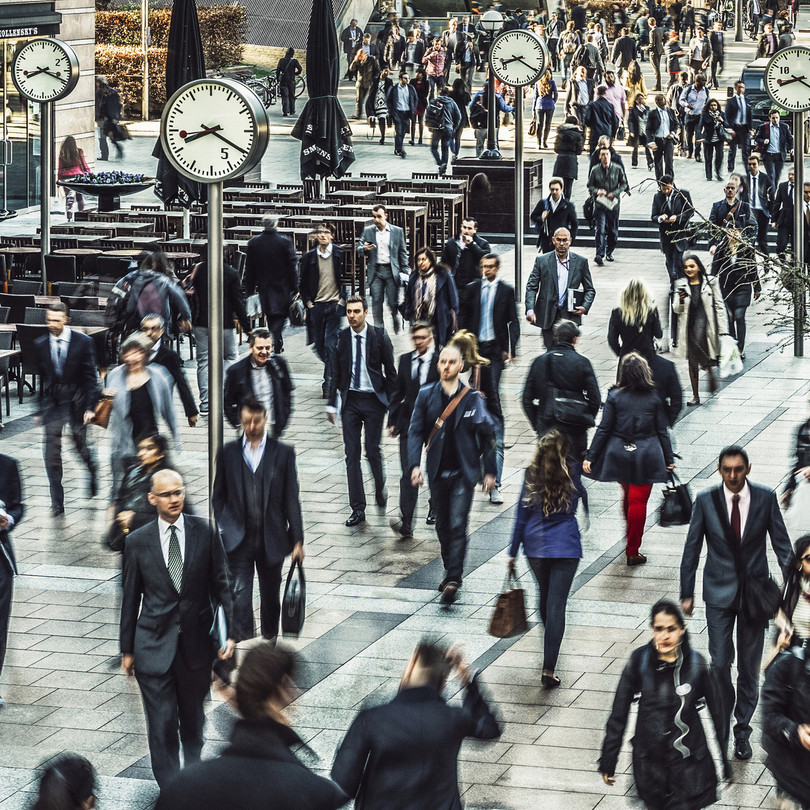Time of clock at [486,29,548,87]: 8:20
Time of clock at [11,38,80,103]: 8:18
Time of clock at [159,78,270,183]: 8:20
